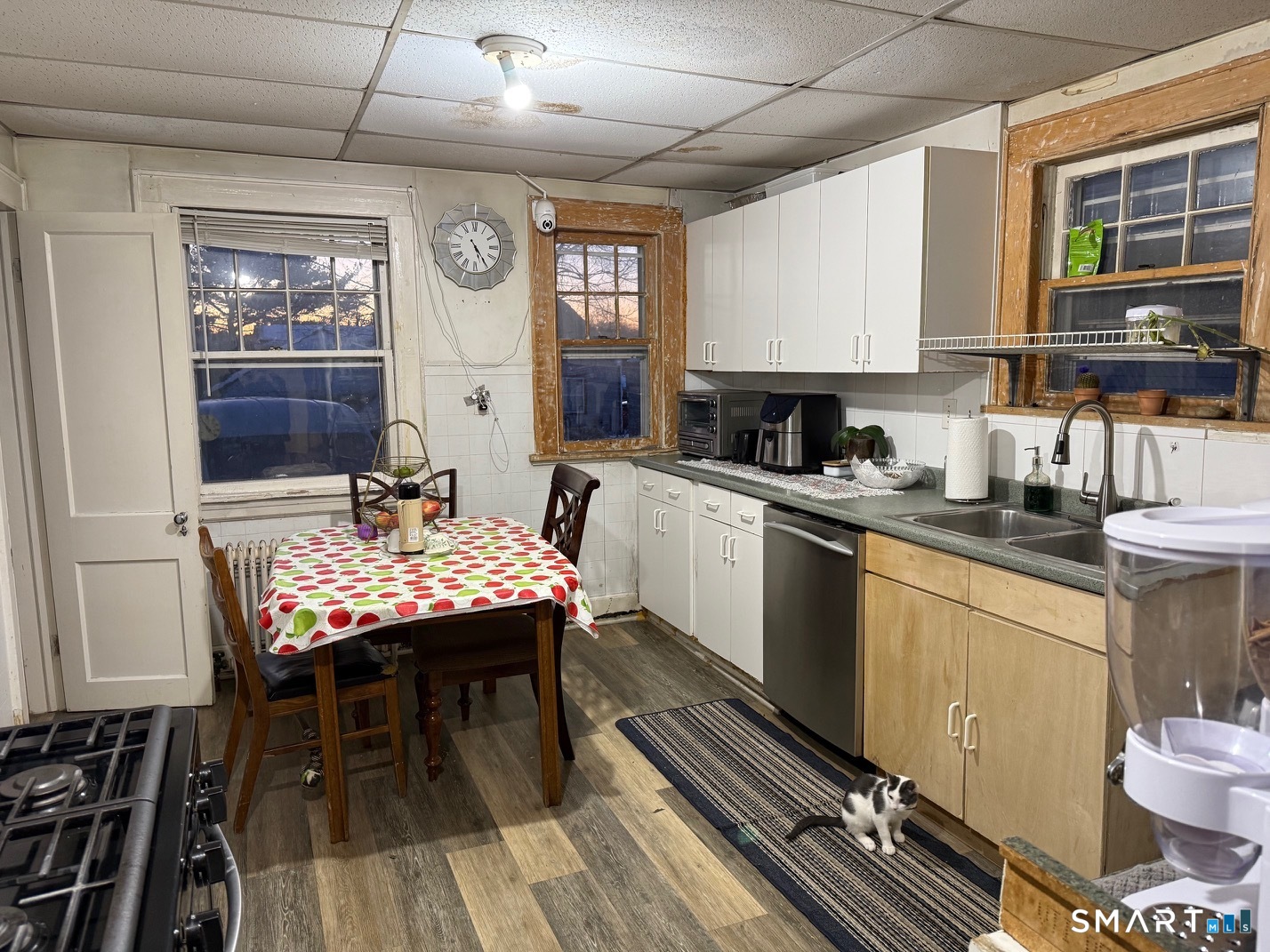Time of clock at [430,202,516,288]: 5:24
